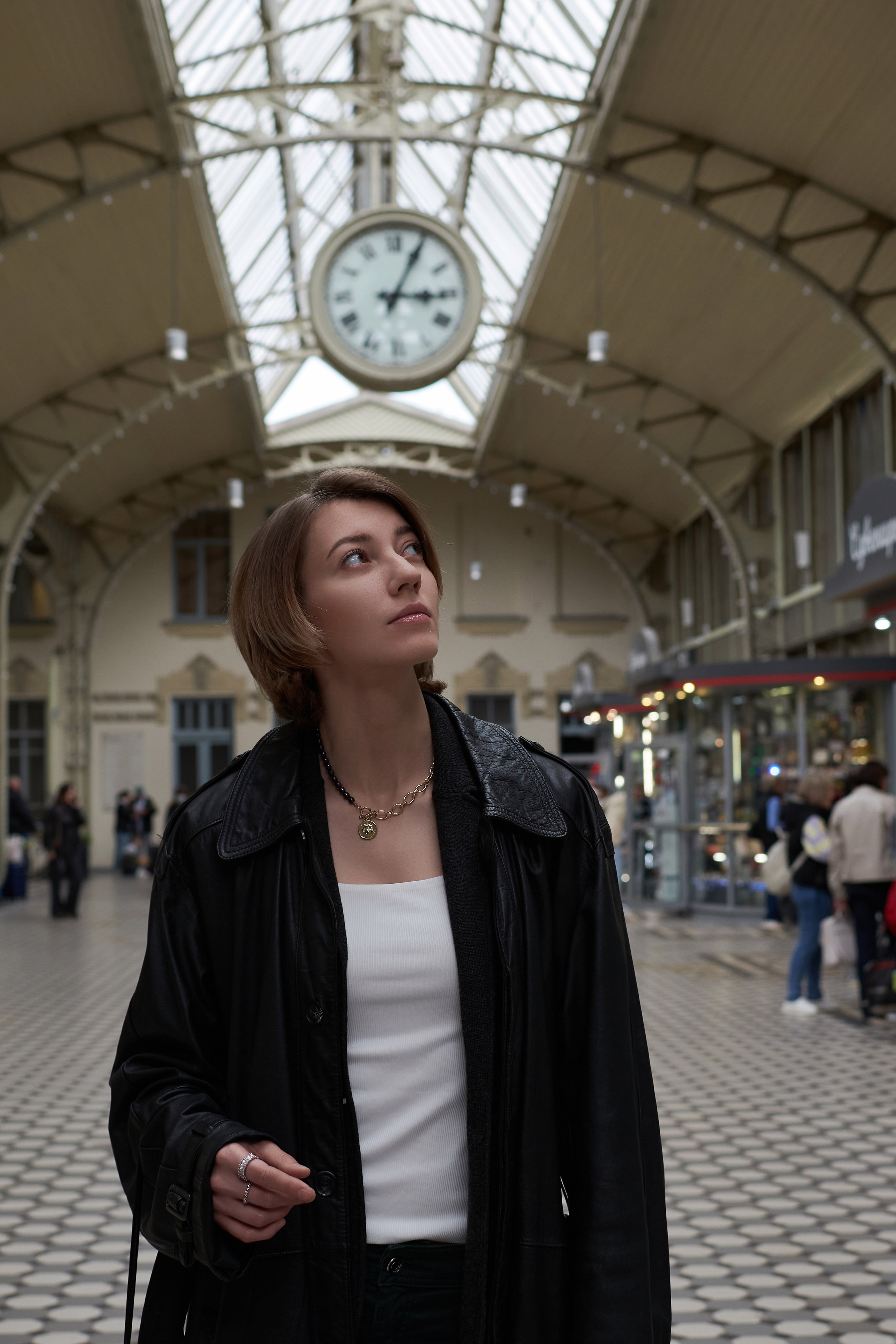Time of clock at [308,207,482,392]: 3:04
